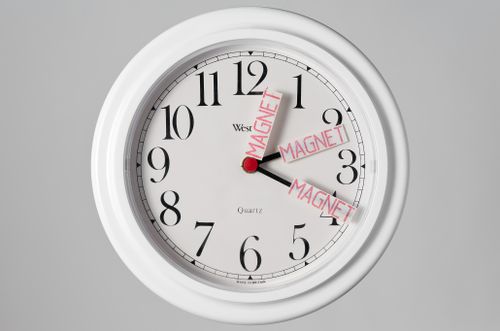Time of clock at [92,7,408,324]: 4:03
